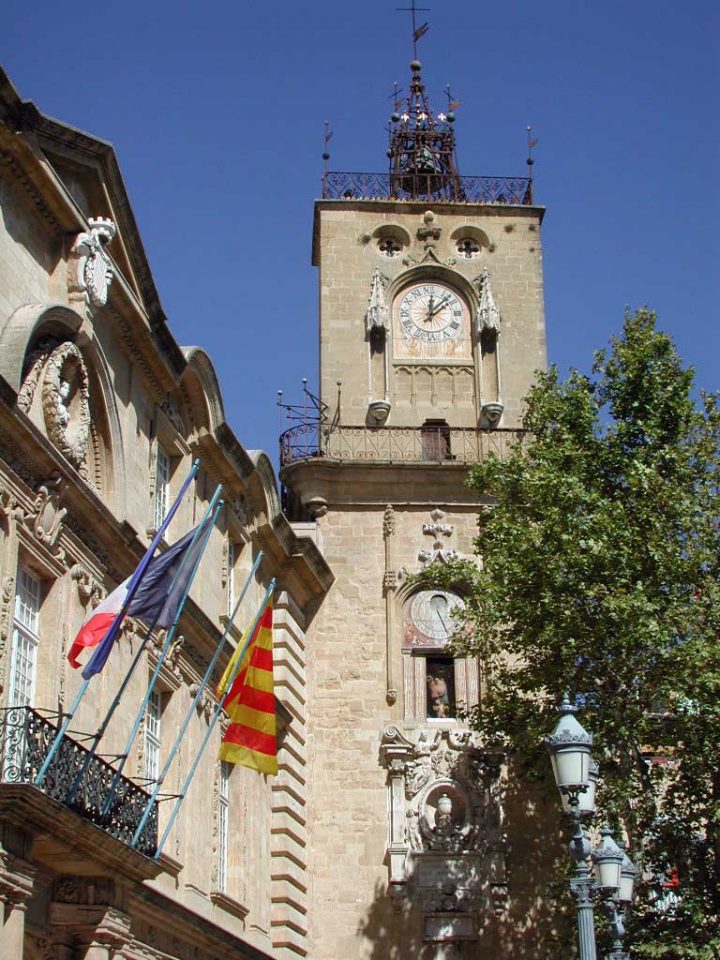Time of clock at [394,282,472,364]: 12:07
